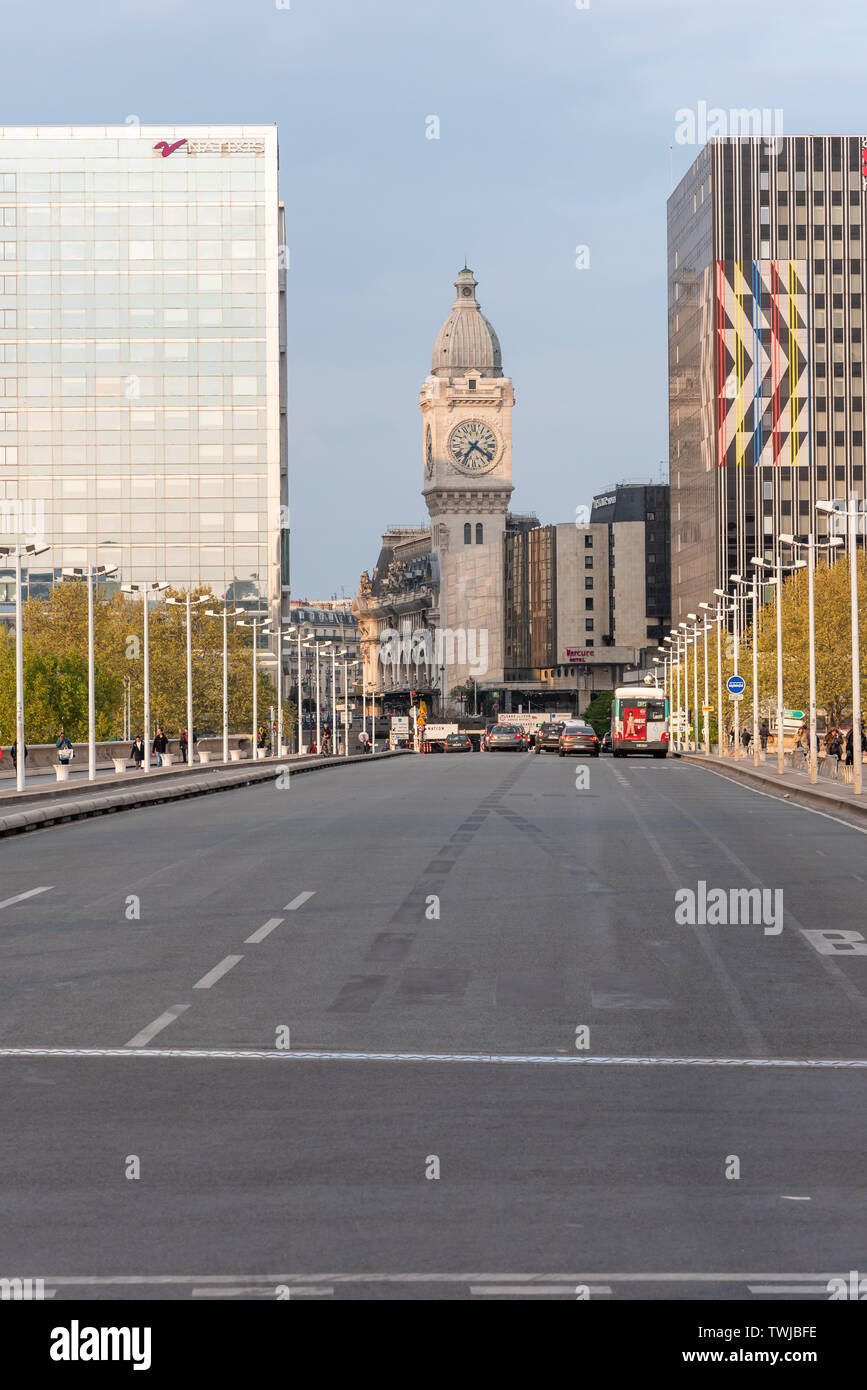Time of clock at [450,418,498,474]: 7:20
